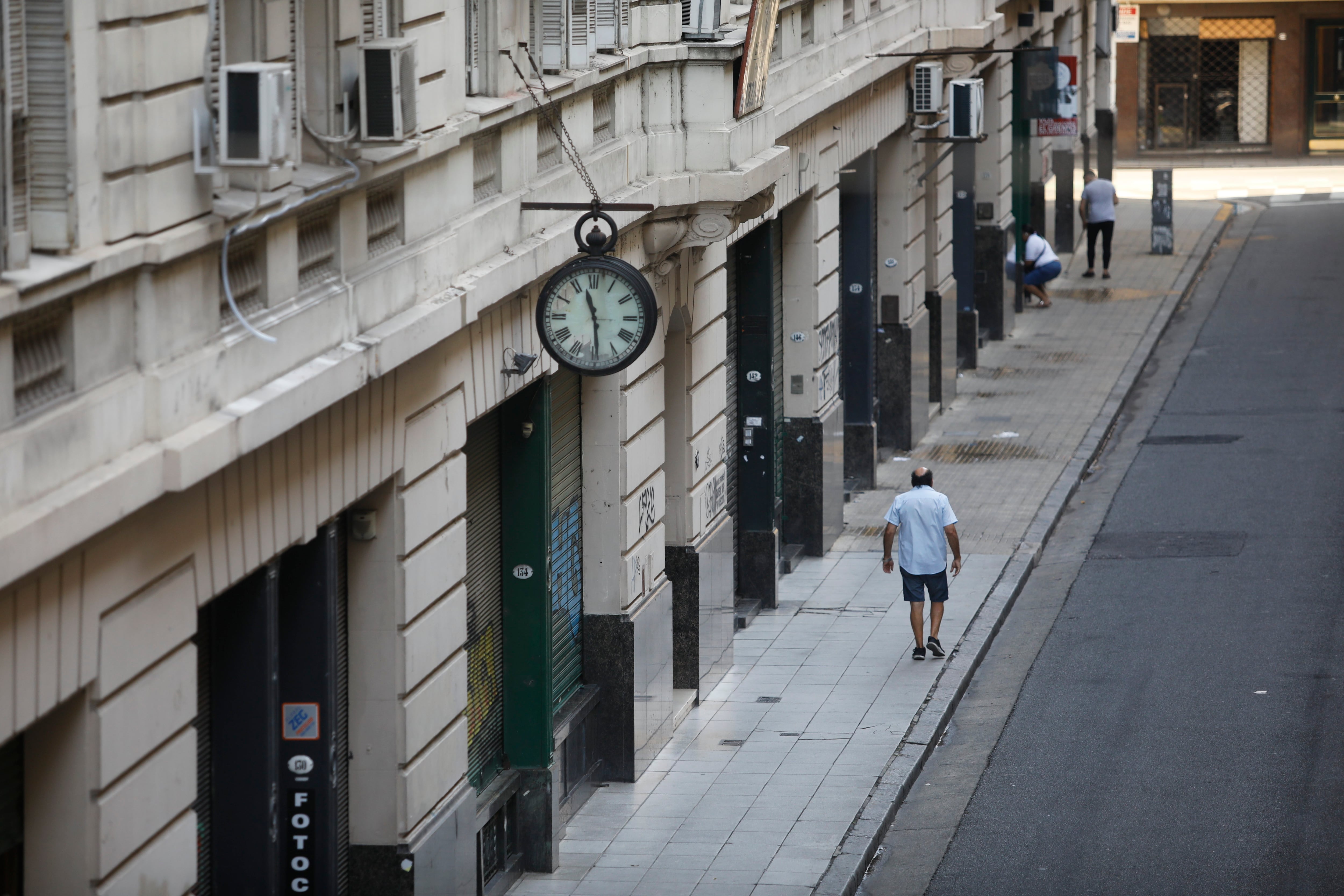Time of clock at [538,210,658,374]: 11:29
